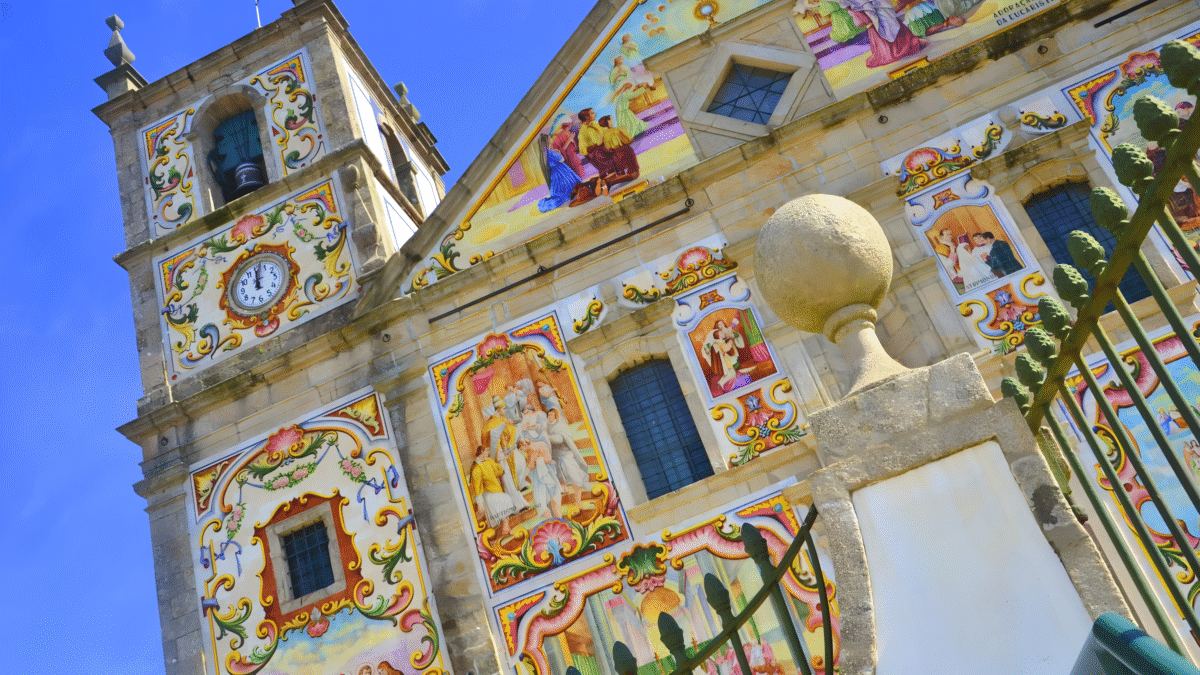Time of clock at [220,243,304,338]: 12:02
